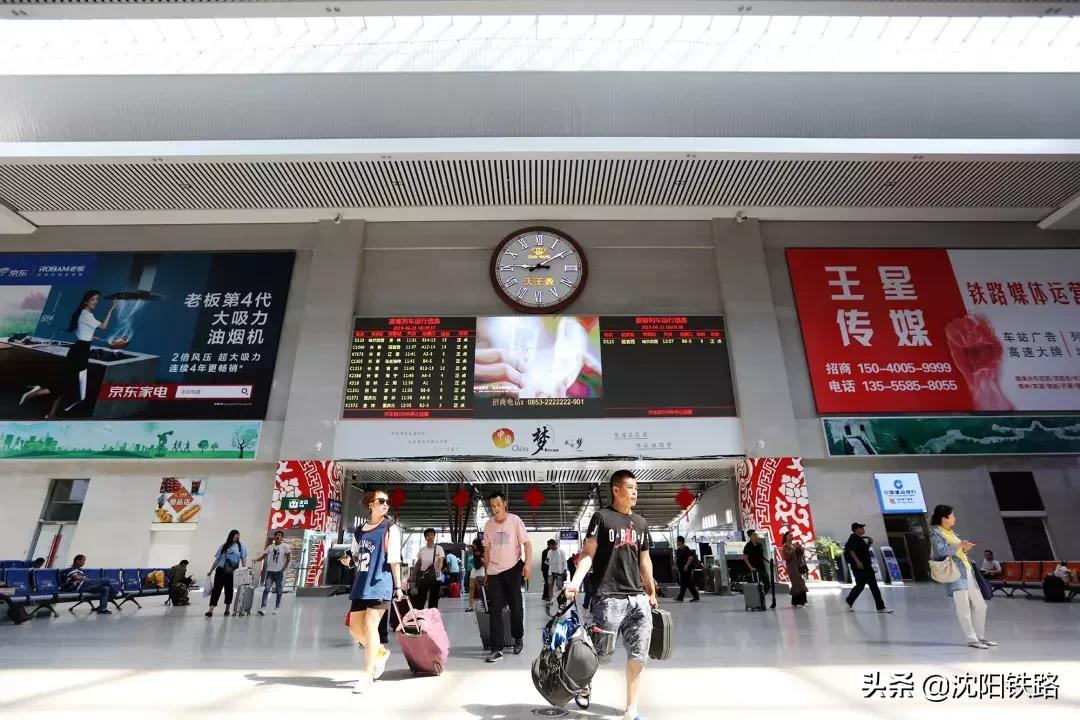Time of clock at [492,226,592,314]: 9:09
